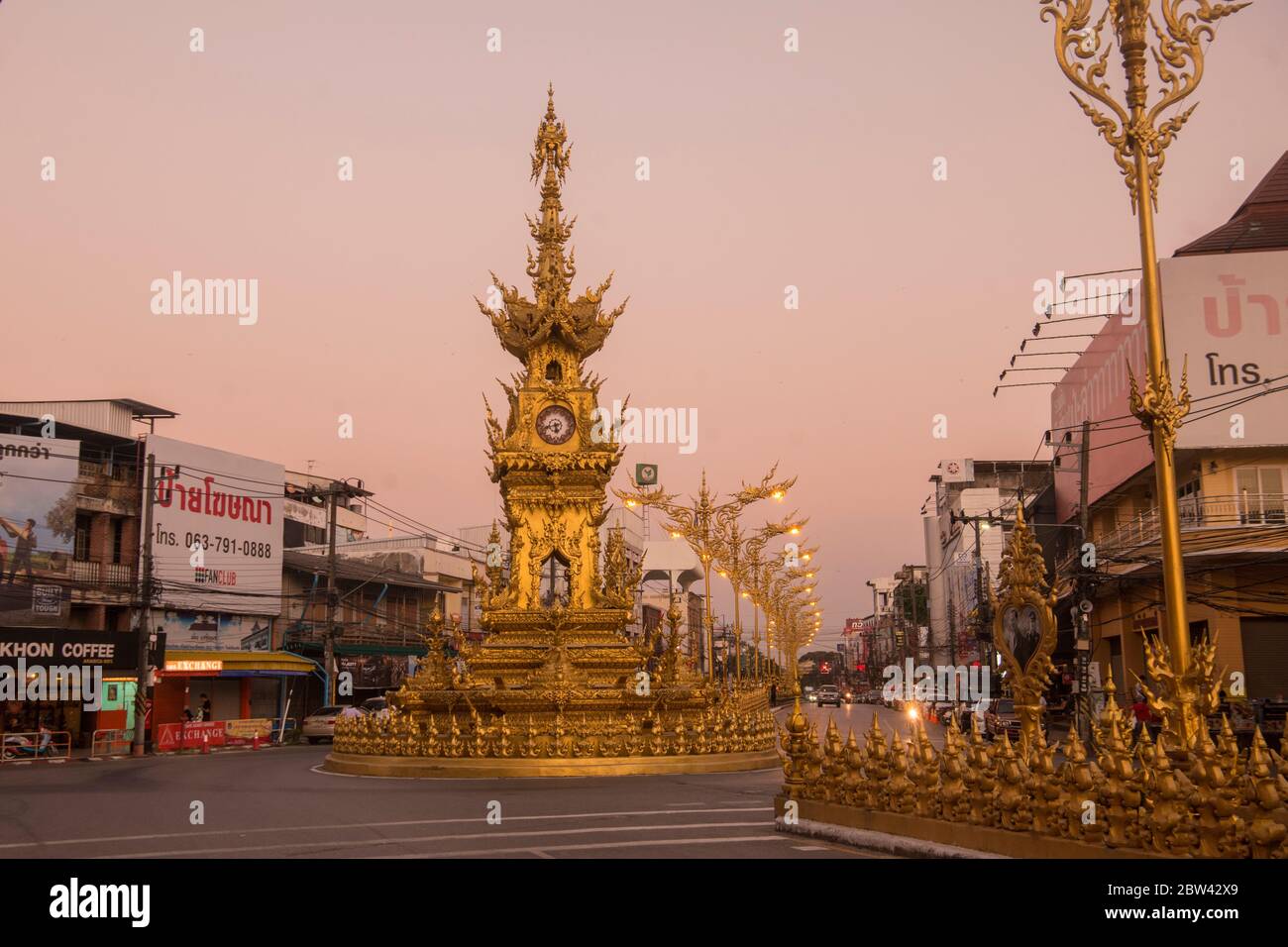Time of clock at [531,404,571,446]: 5:42
